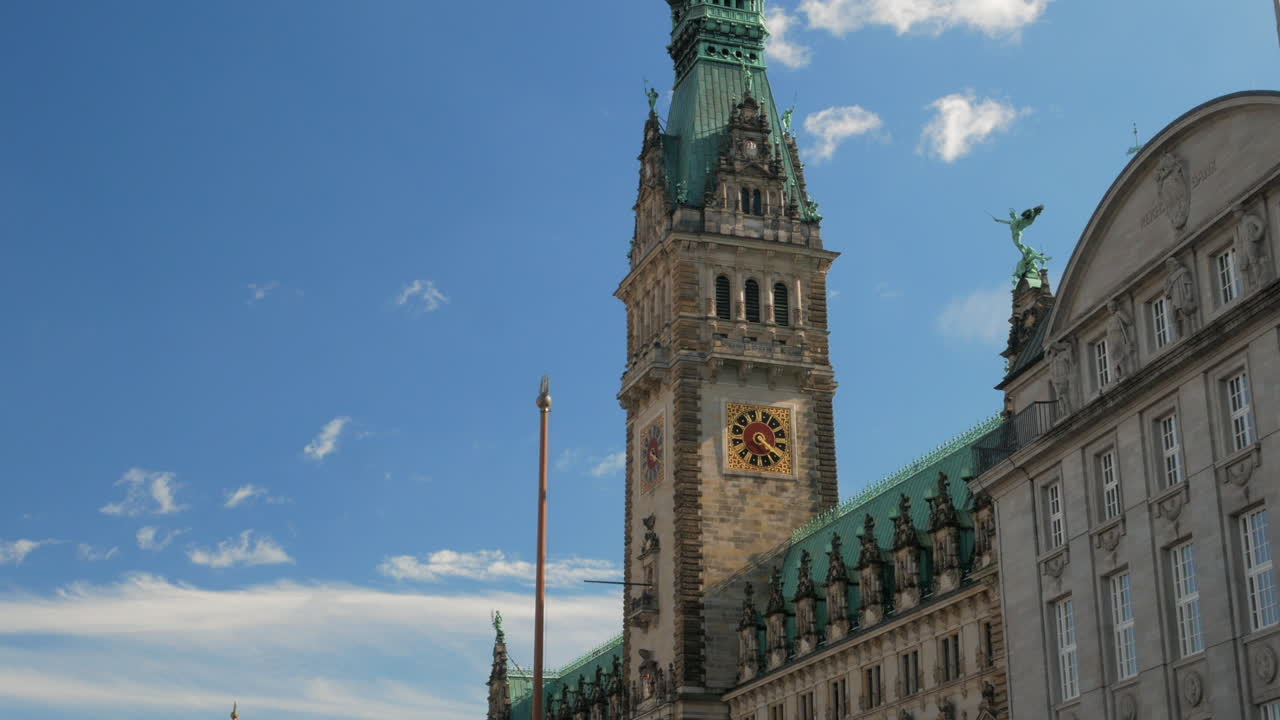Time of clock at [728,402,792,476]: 4:21
